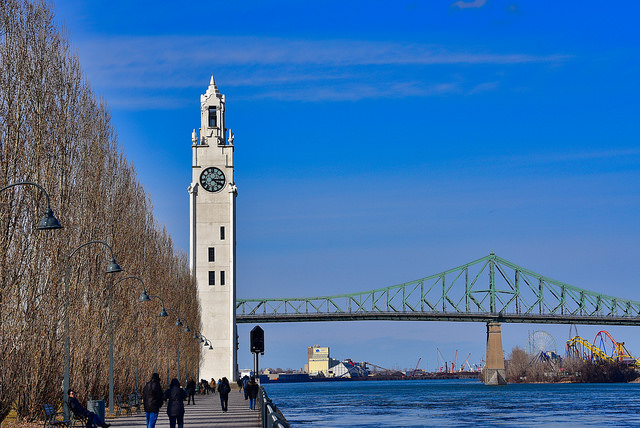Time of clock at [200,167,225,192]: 4:14
